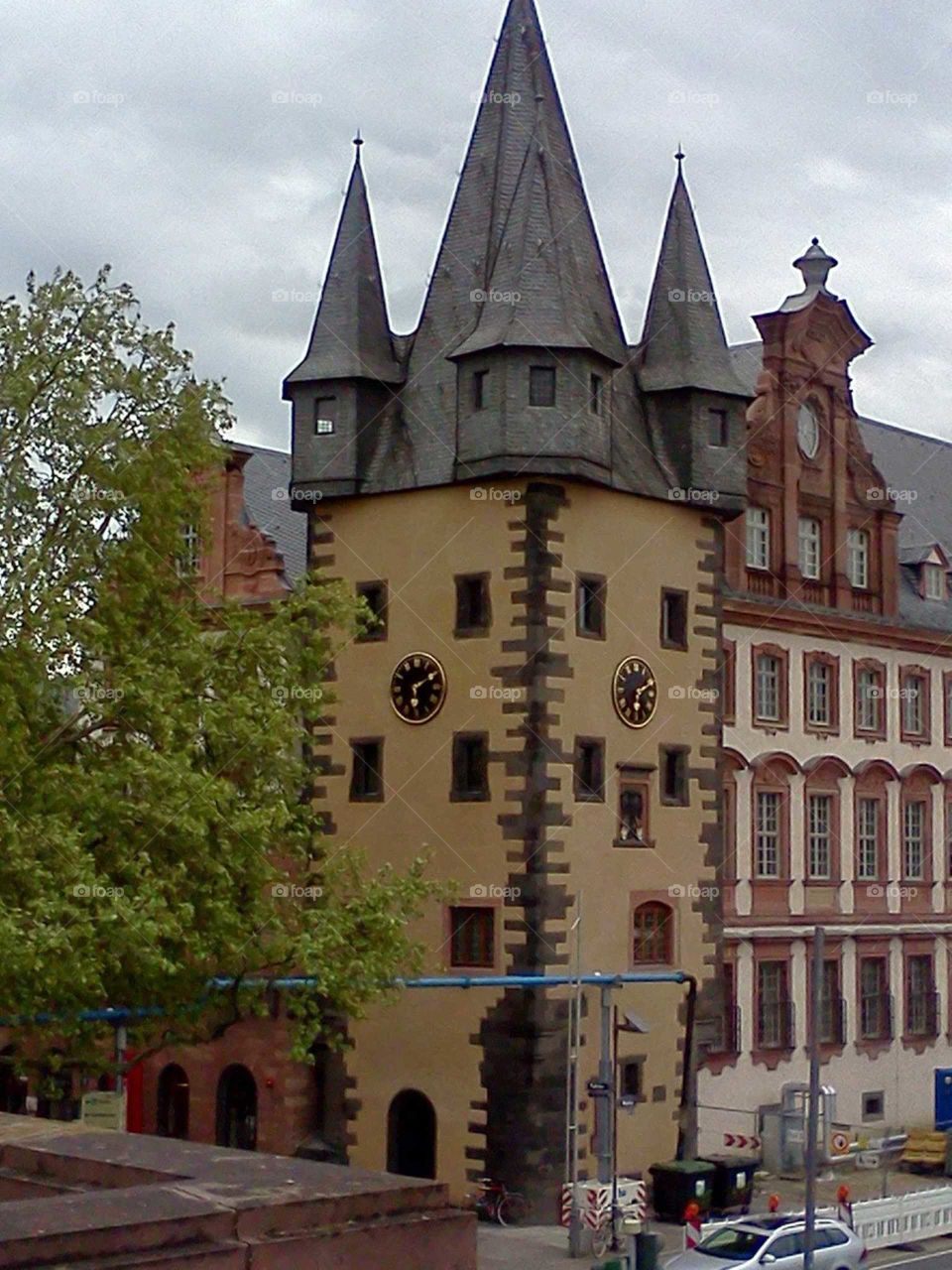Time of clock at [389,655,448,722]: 6:10
